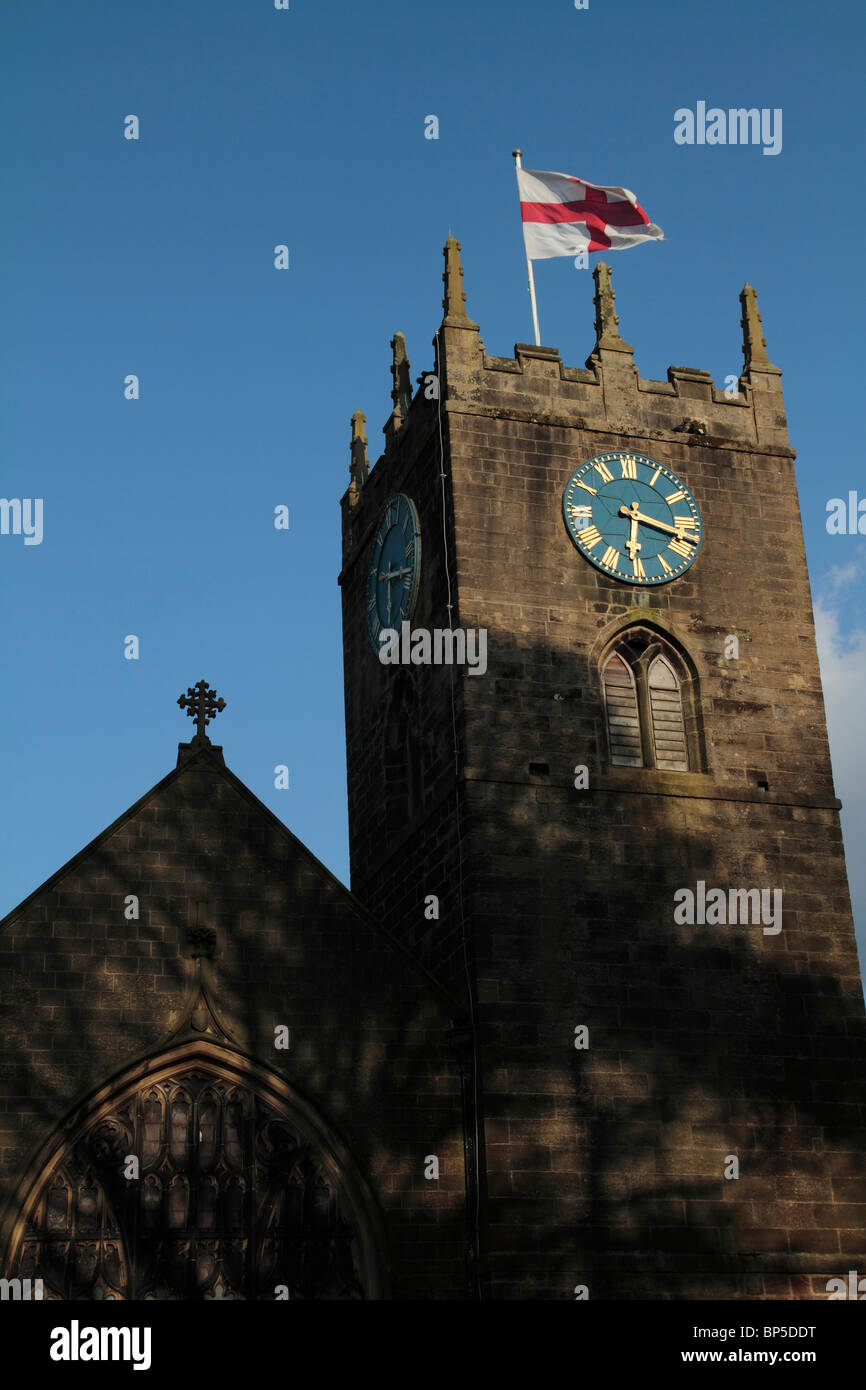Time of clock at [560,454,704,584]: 6:18
